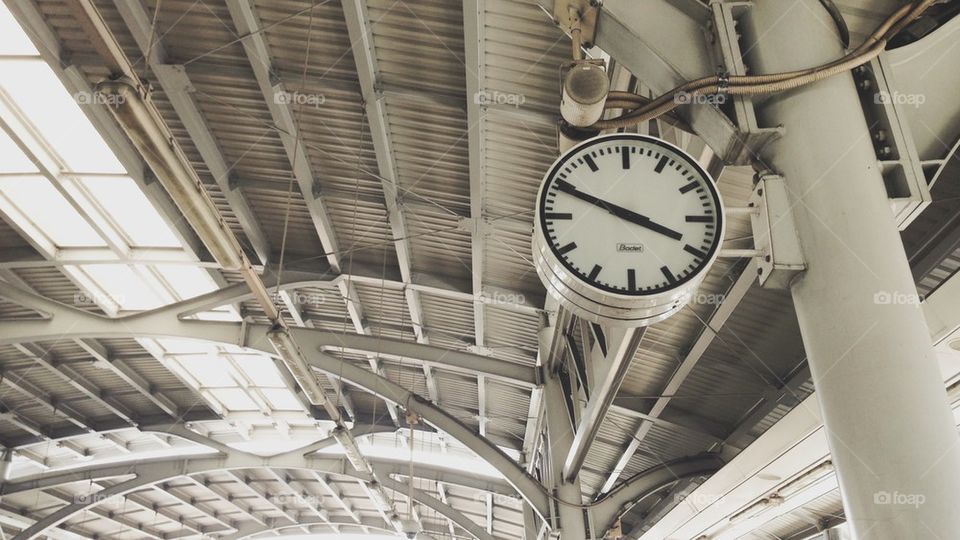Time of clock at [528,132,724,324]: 3:49
